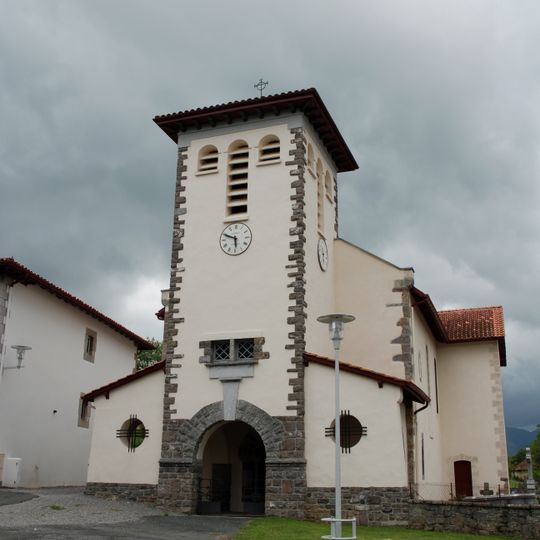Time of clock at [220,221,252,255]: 5:48
